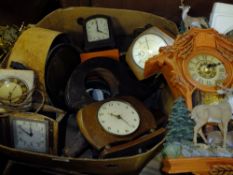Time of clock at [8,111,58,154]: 11:49
